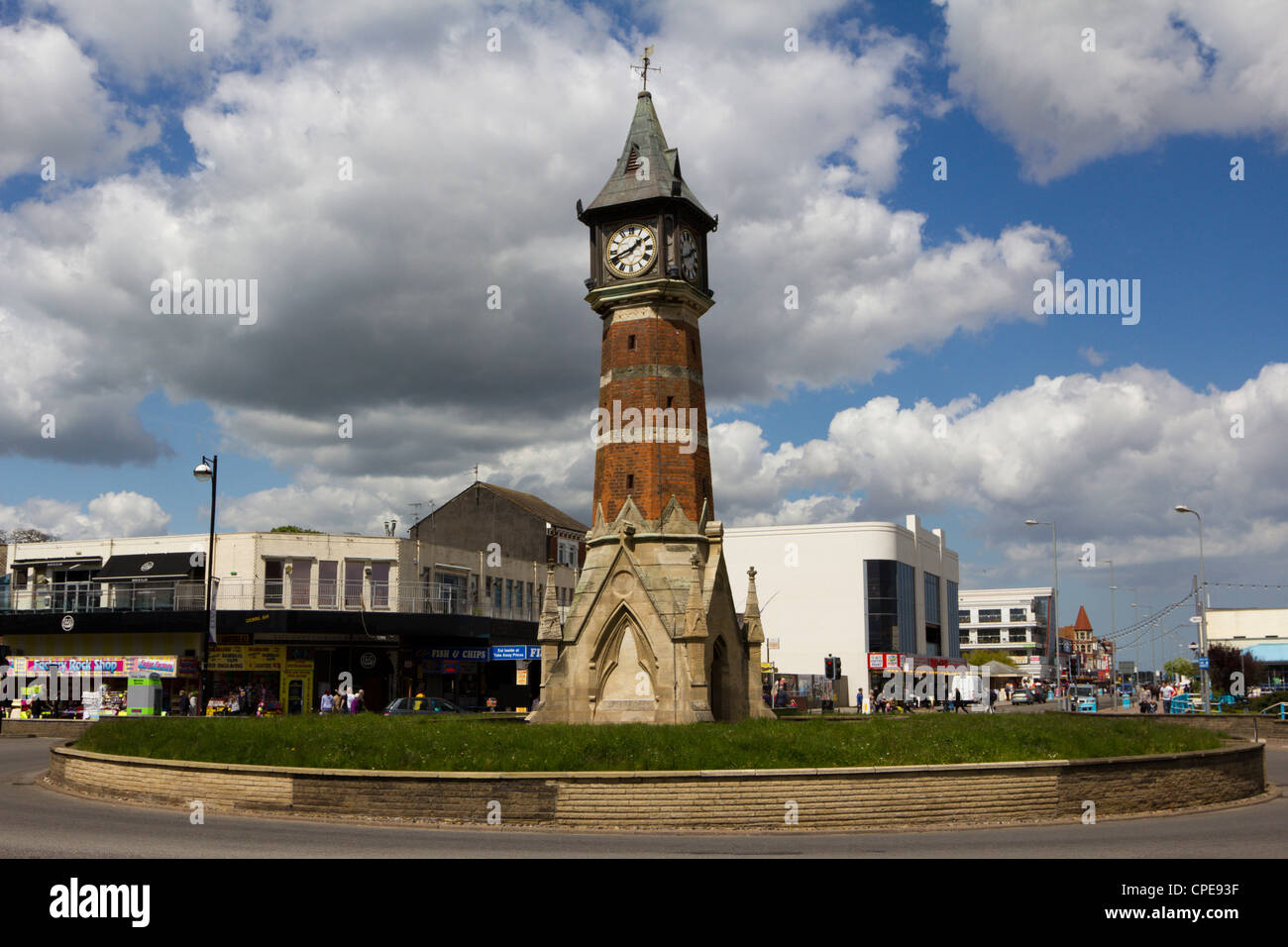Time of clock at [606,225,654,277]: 1:41
